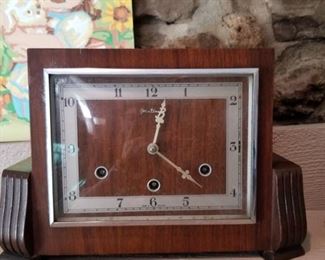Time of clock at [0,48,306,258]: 12:22
